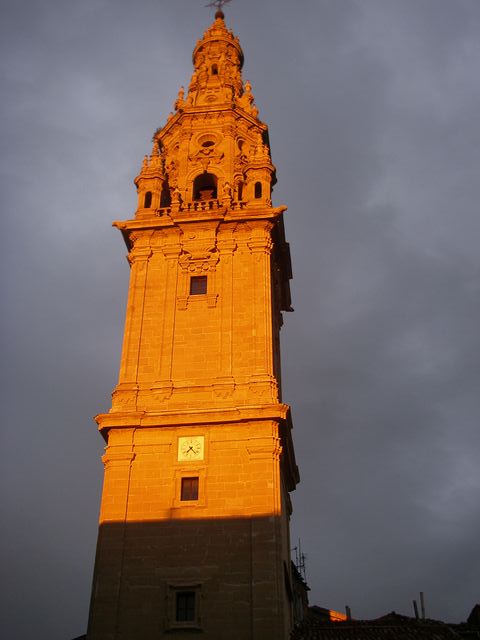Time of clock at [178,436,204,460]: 7:23
